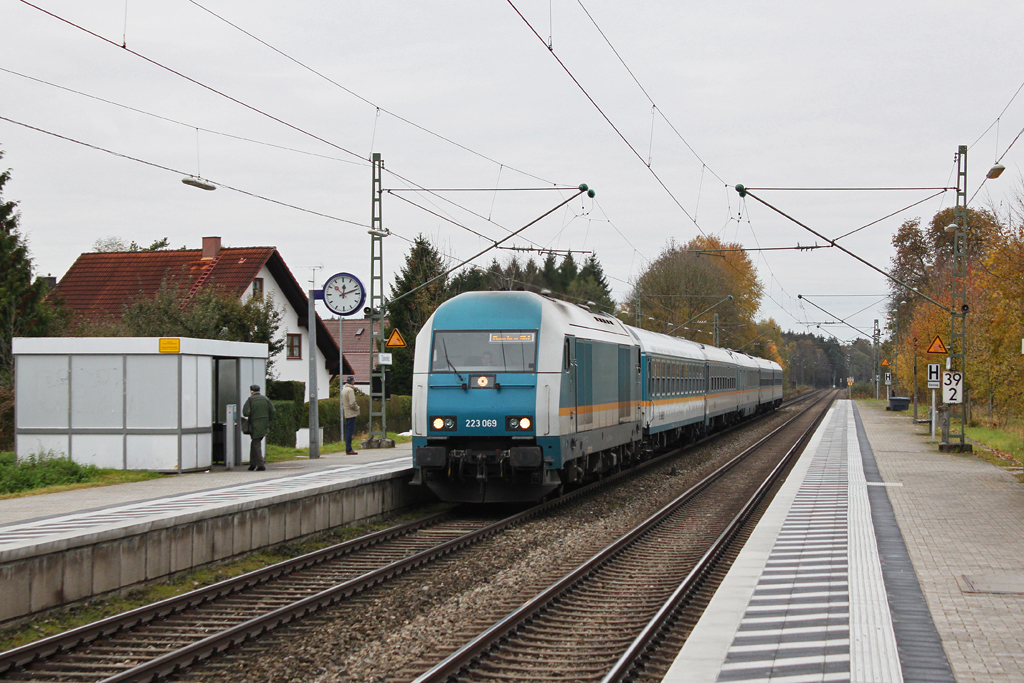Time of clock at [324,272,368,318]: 12:12
